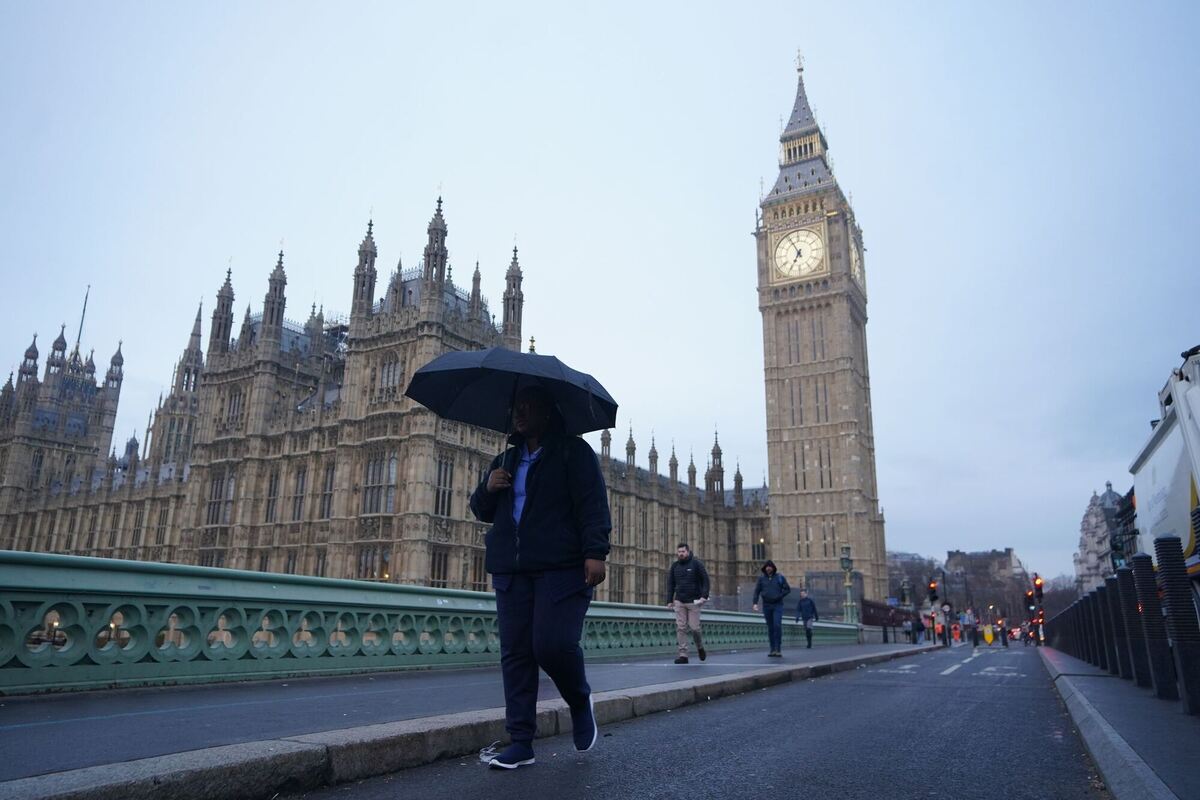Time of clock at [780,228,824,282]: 6:55
